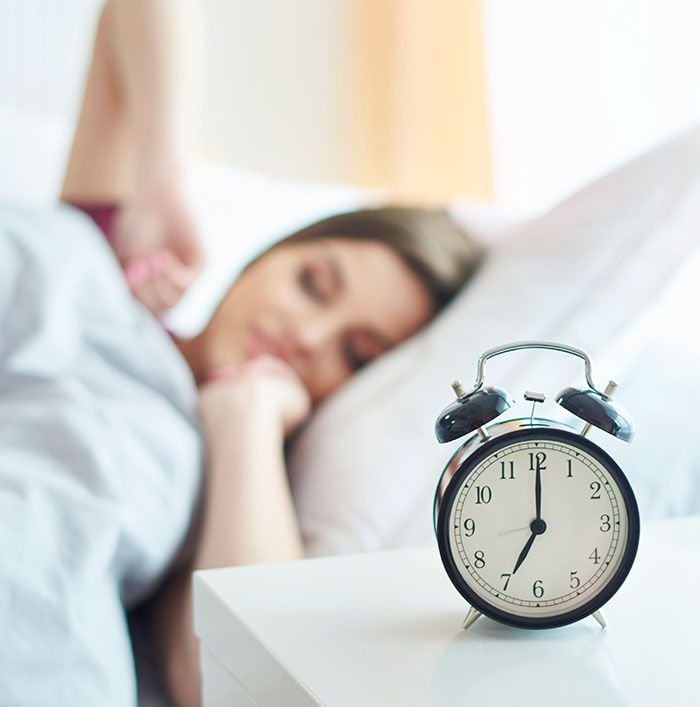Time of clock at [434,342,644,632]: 7:00
